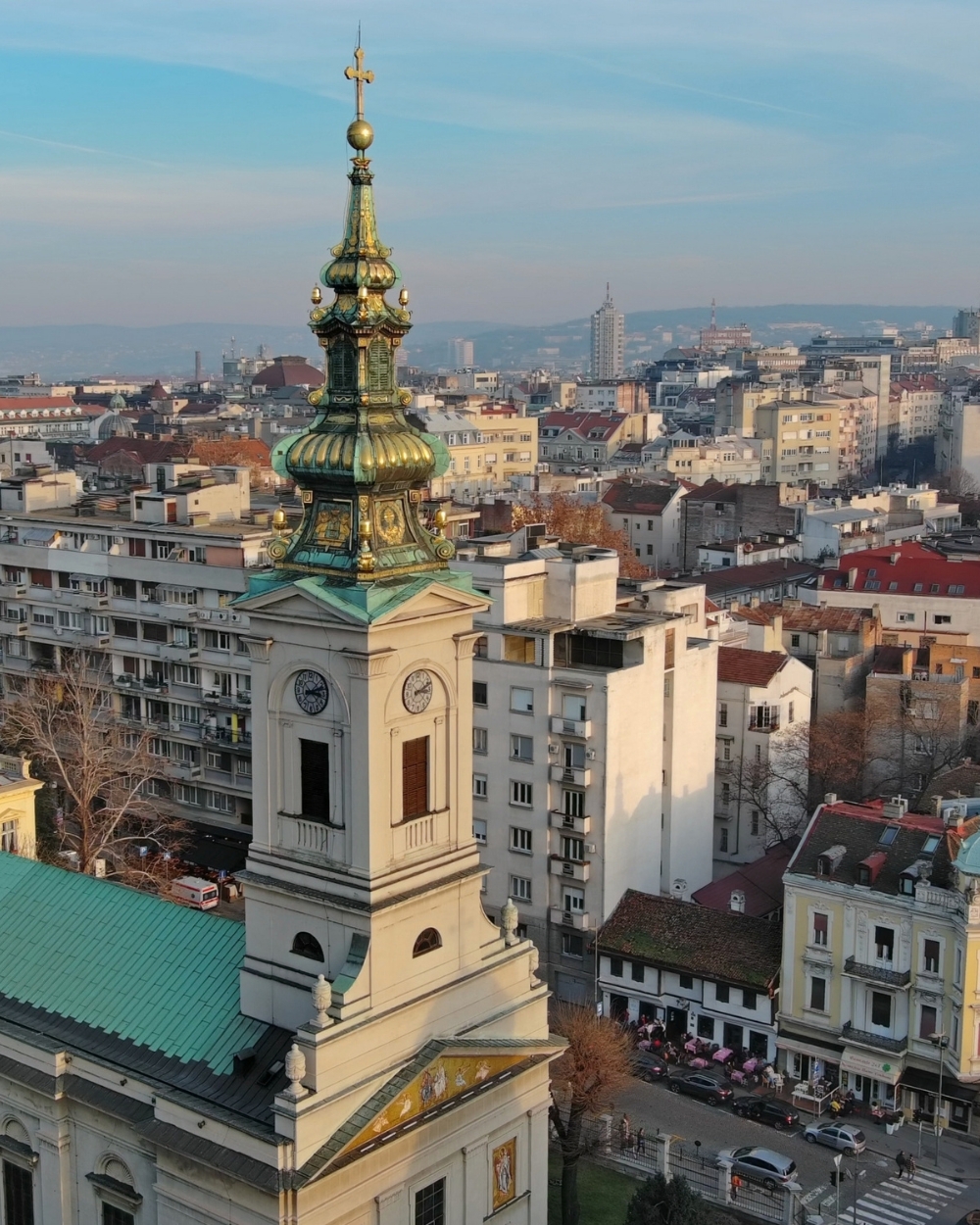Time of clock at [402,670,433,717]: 3:11
